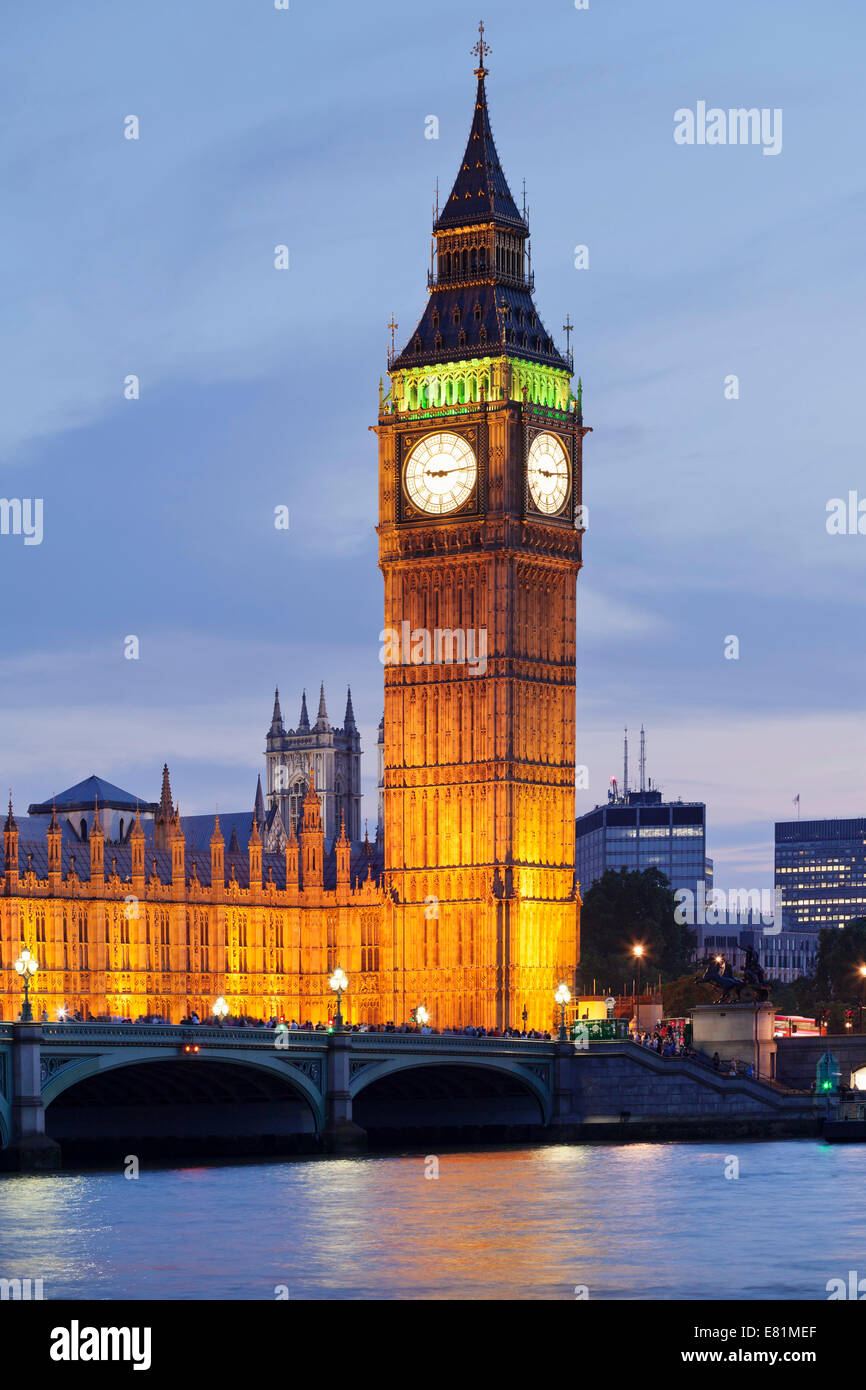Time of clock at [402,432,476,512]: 9:13
